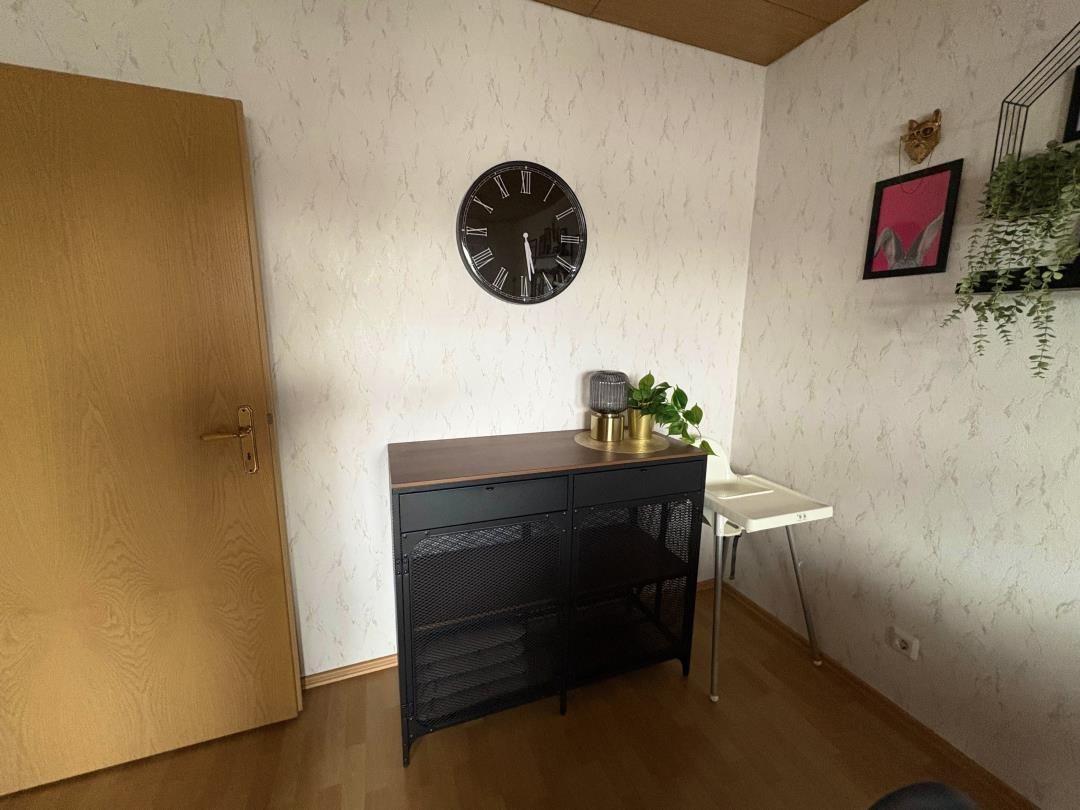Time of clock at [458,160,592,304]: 5:28
